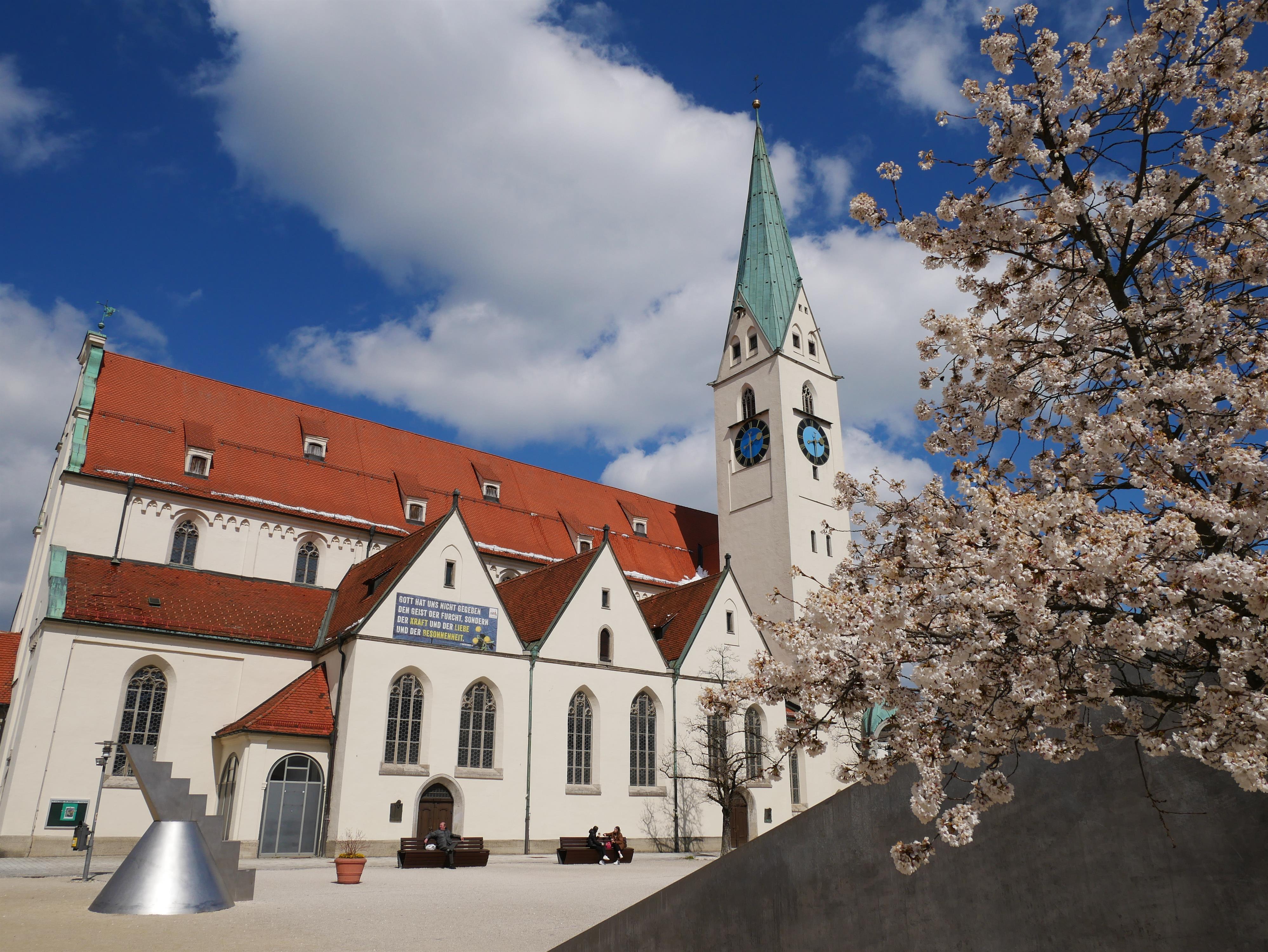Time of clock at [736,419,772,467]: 2:30
